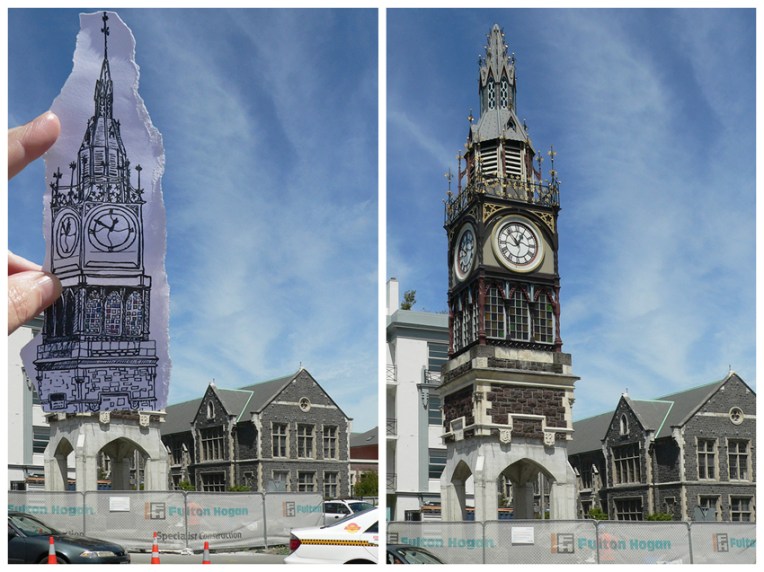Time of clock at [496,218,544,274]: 12:53
